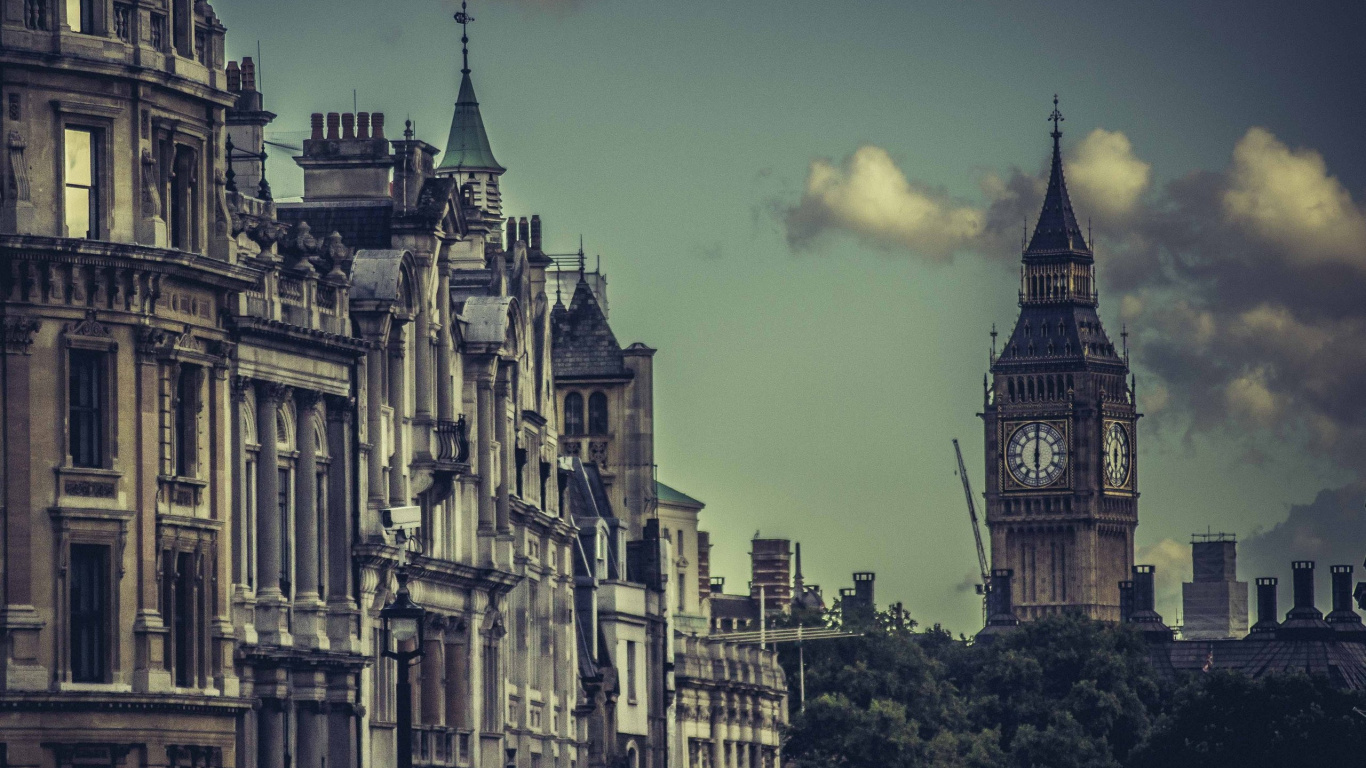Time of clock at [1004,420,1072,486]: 6:00
